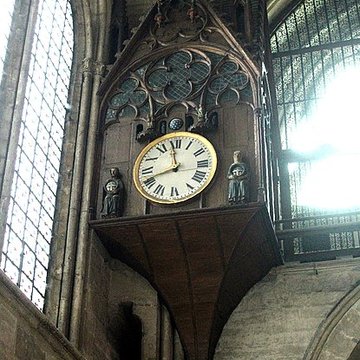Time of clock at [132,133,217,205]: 11:41
